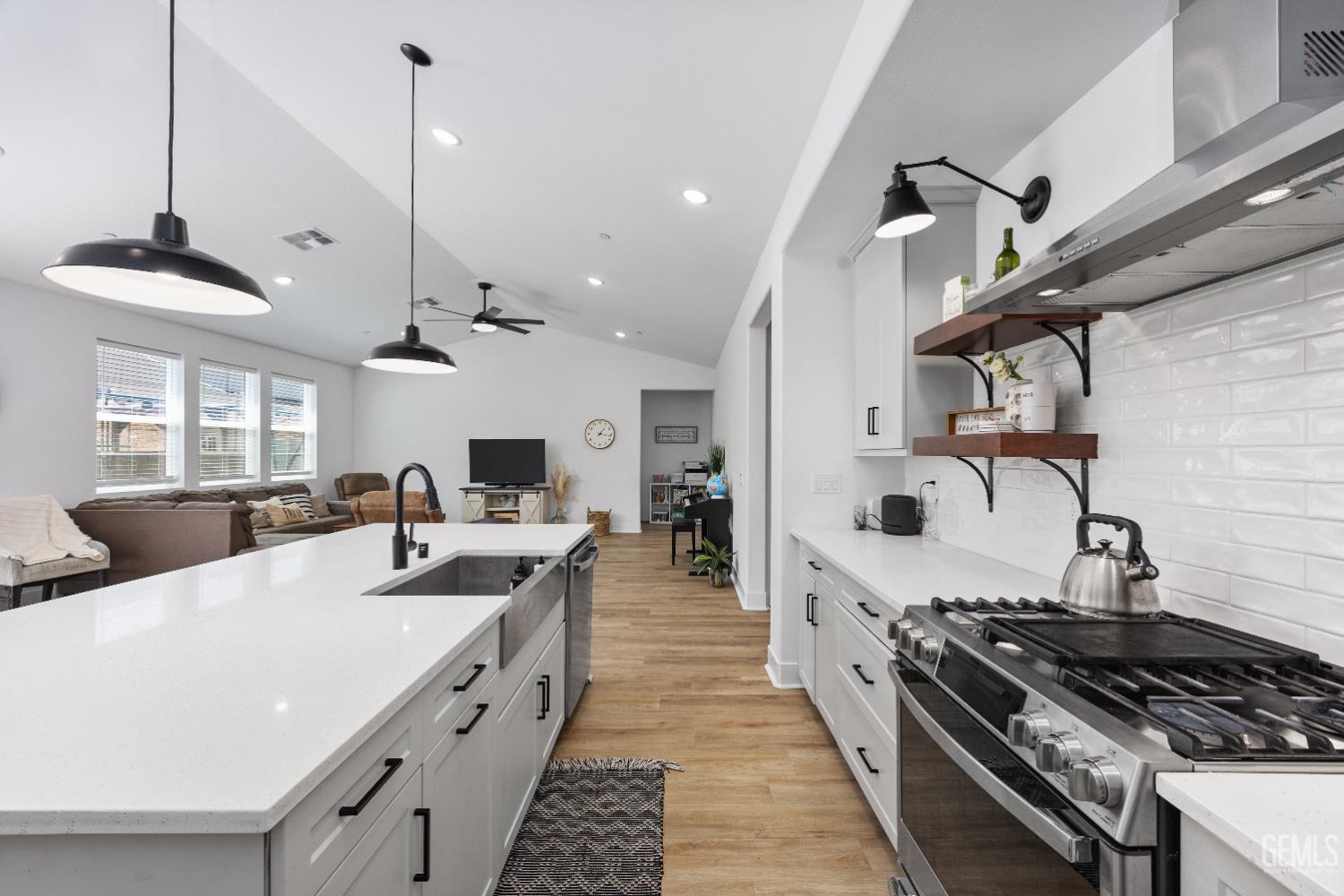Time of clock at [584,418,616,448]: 1:16
